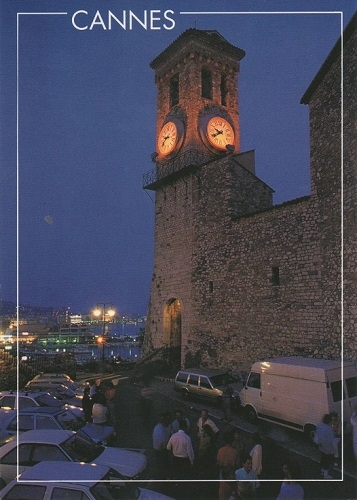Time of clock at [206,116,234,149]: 9:40
